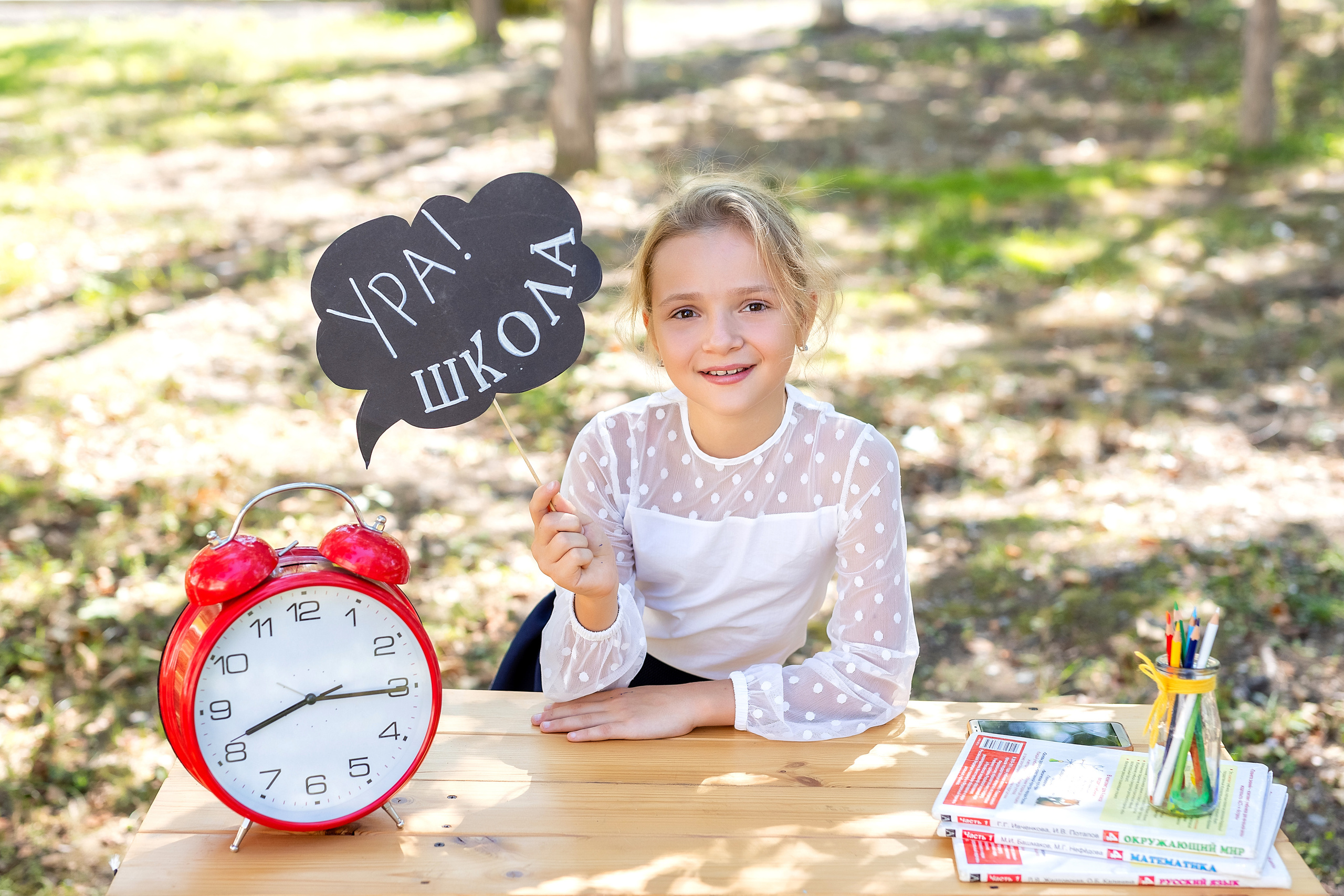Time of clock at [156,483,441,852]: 8:15
